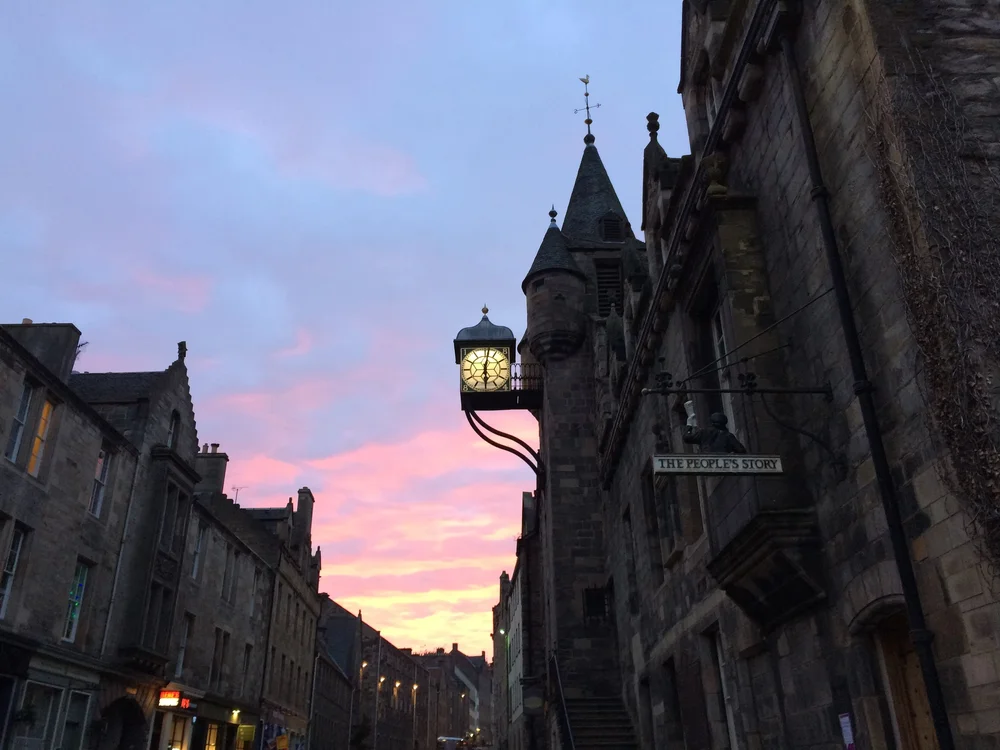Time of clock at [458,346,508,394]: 6:01
